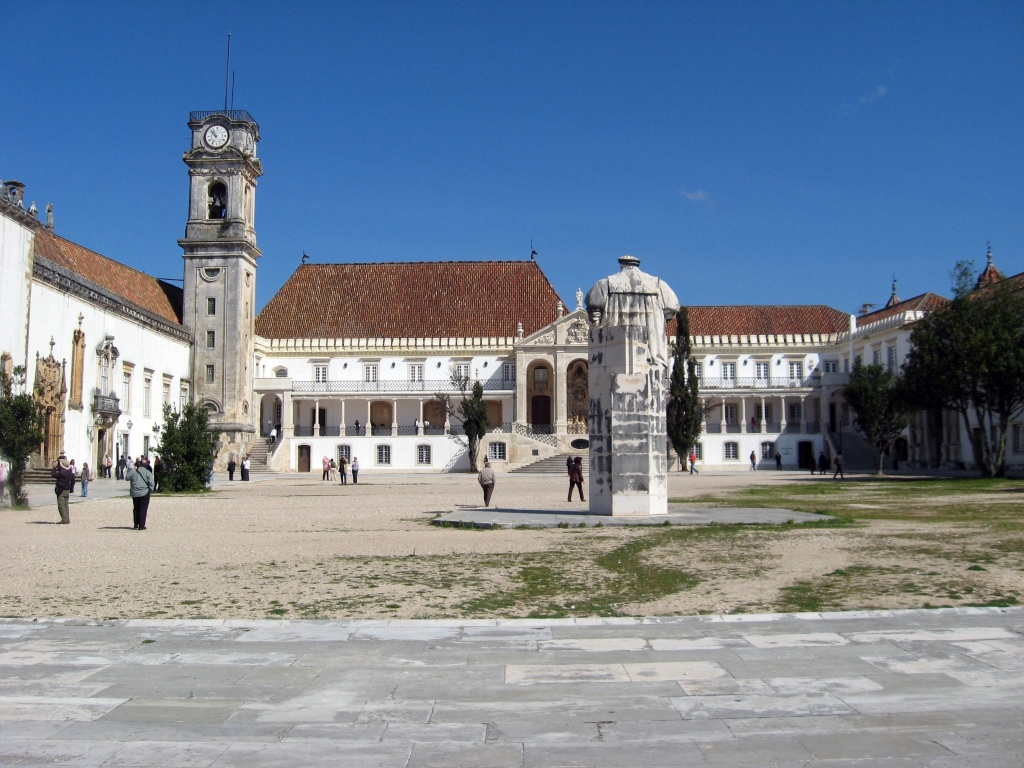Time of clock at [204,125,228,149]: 10:52
